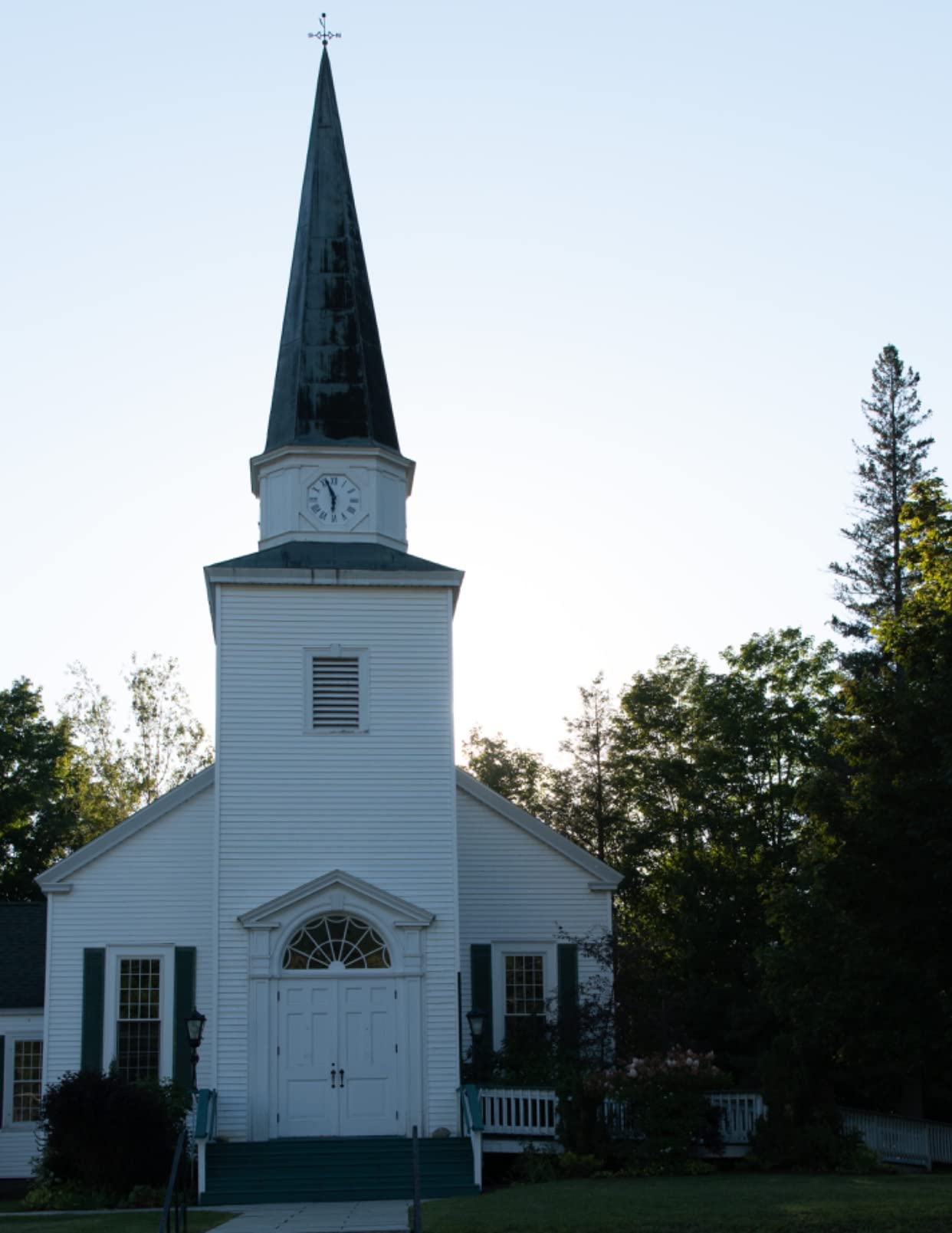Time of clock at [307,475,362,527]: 5:56
